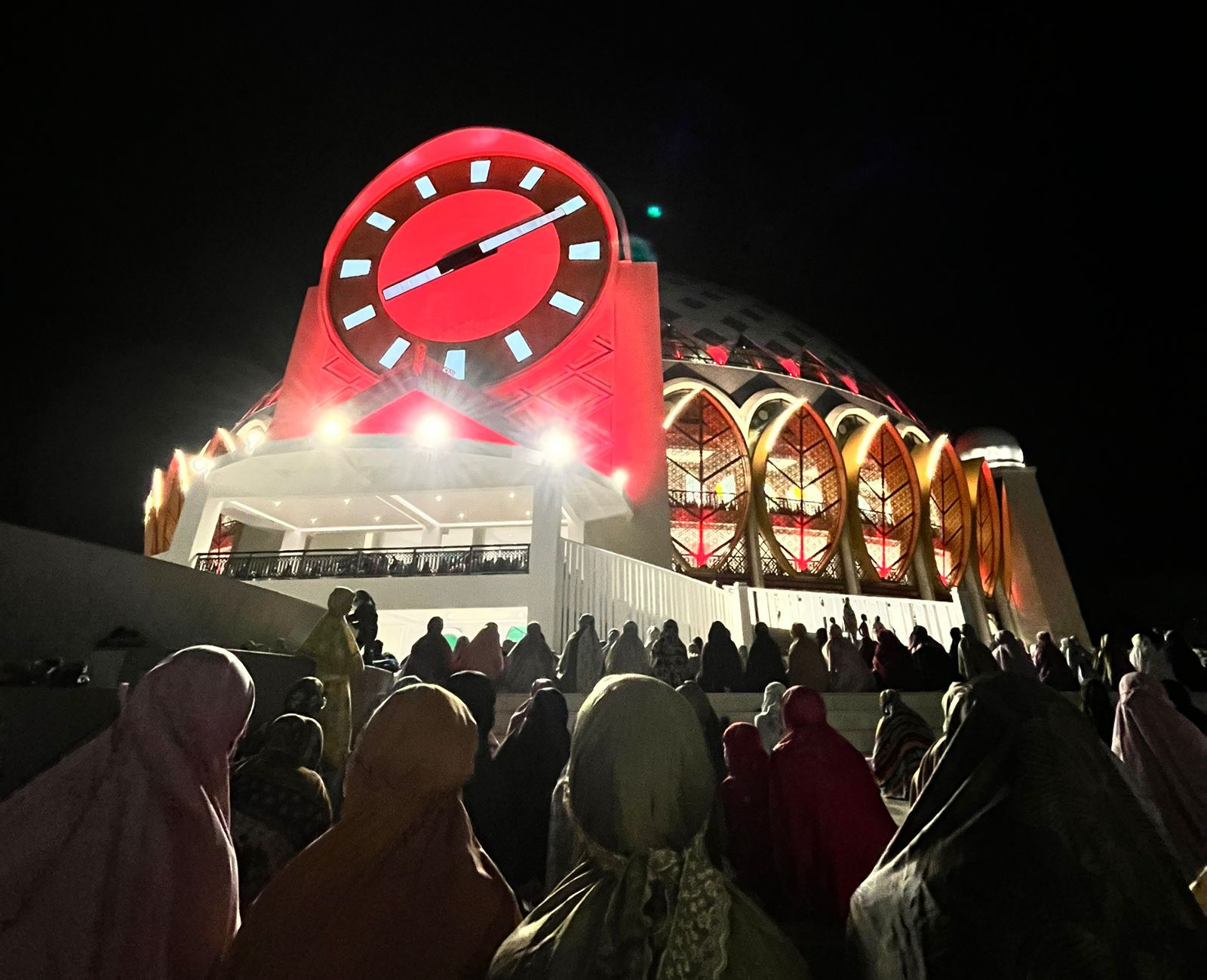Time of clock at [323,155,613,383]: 8:10
